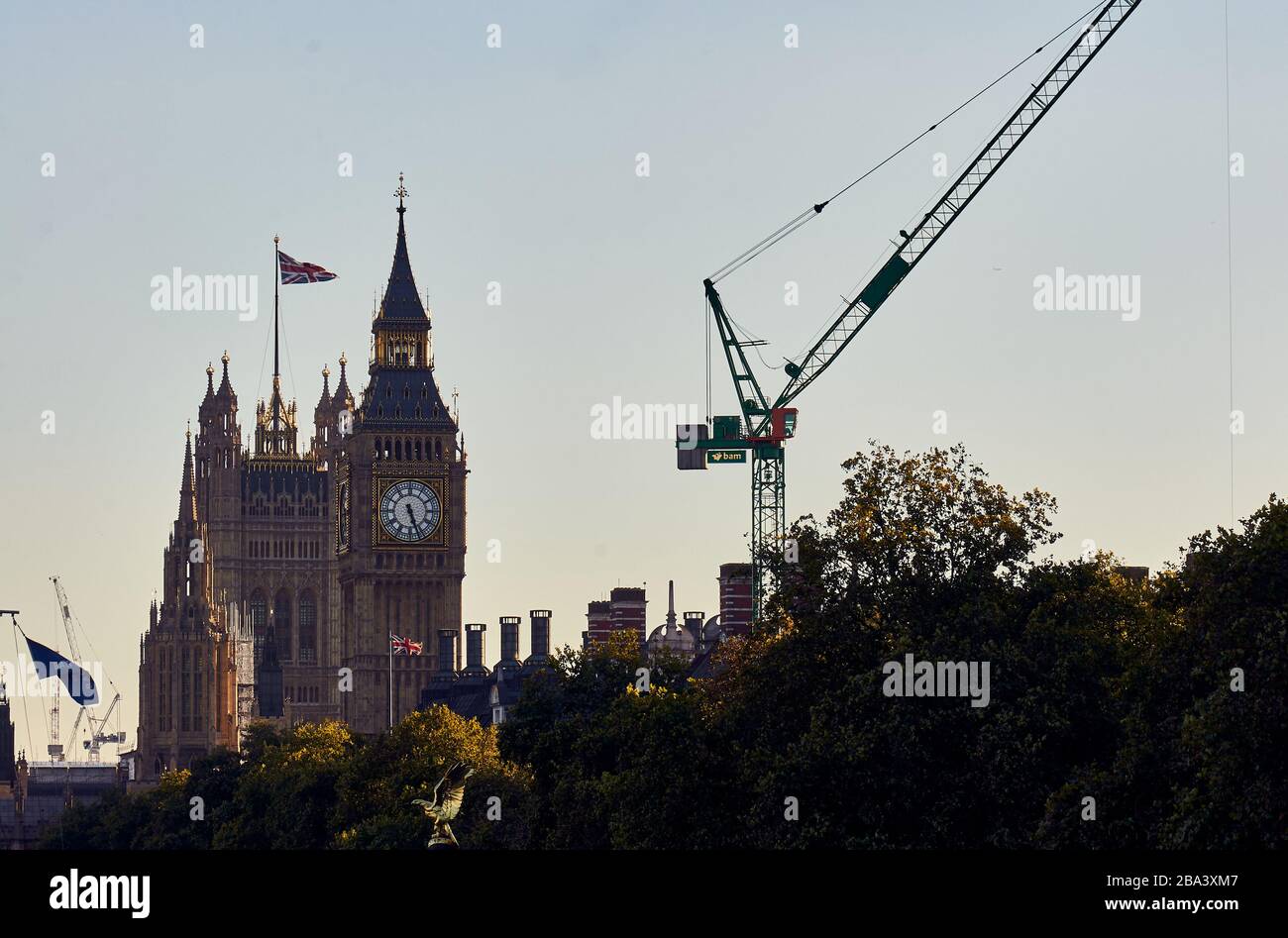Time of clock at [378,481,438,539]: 5:26
